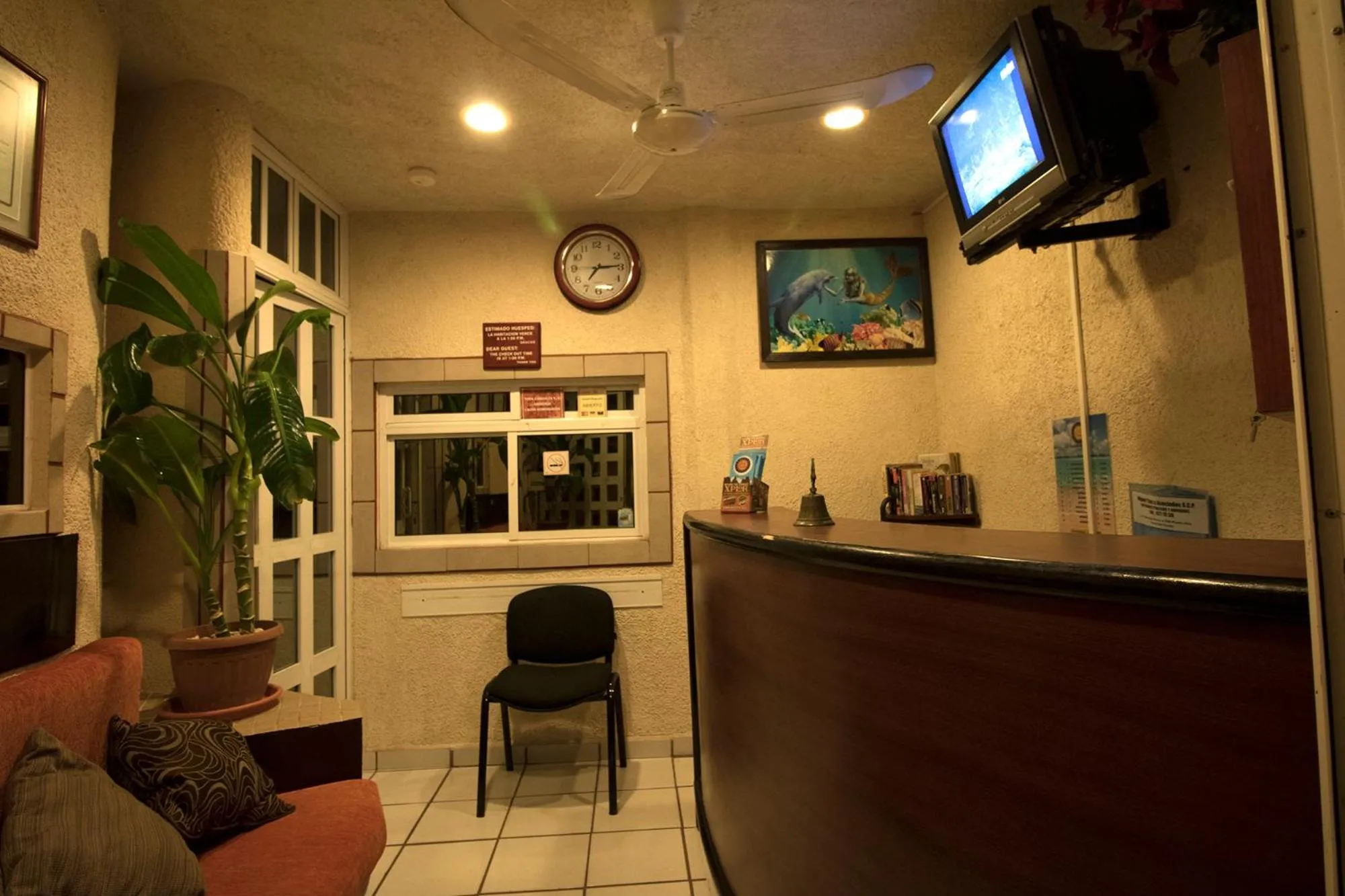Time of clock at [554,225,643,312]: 7:14
